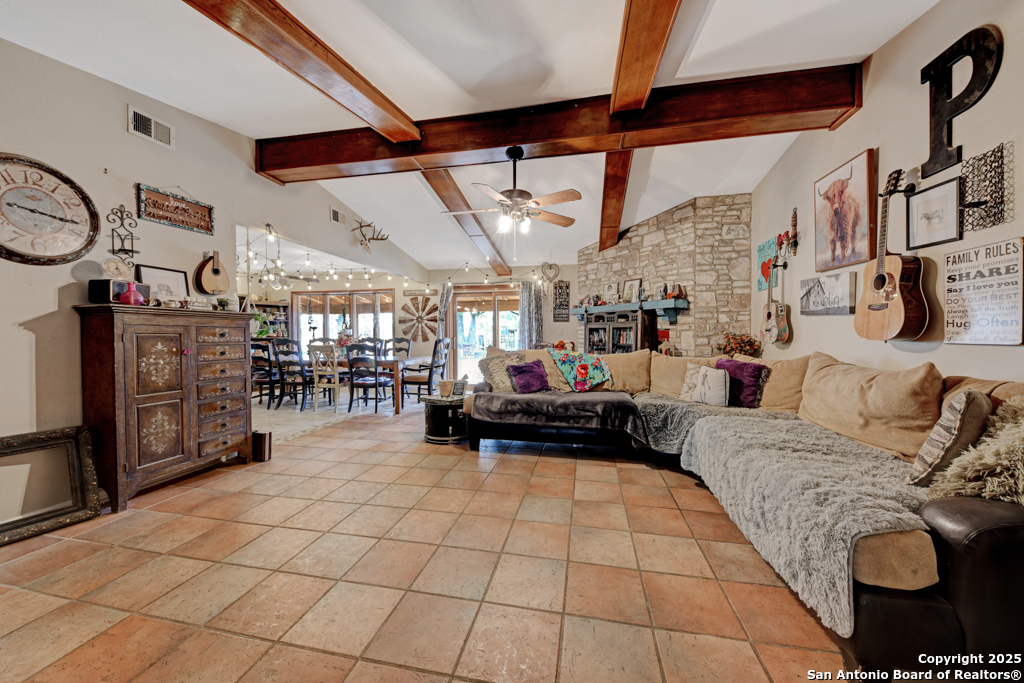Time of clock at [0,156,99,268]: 9:16
